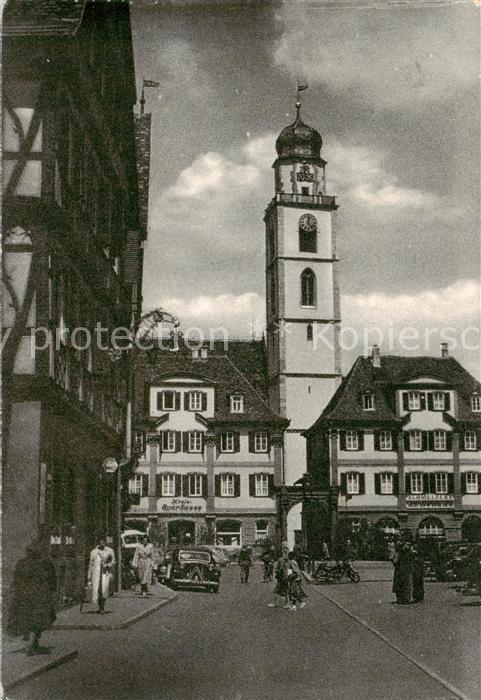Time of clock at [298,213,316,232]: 12:23
